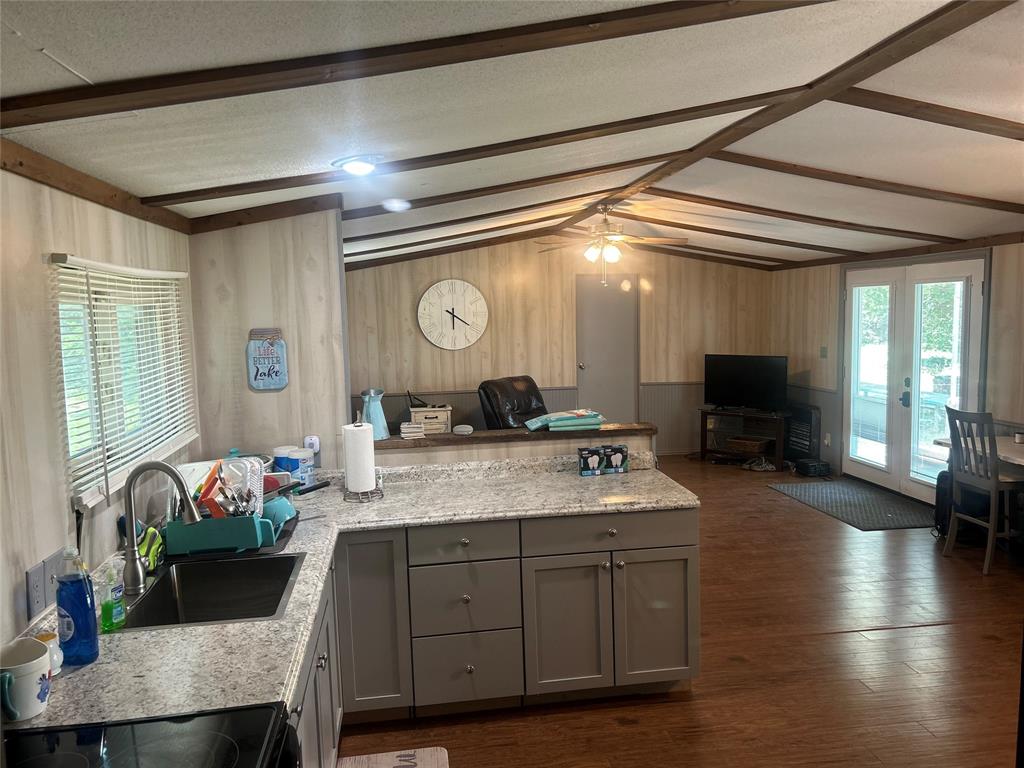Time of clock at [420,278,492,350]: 6:20
